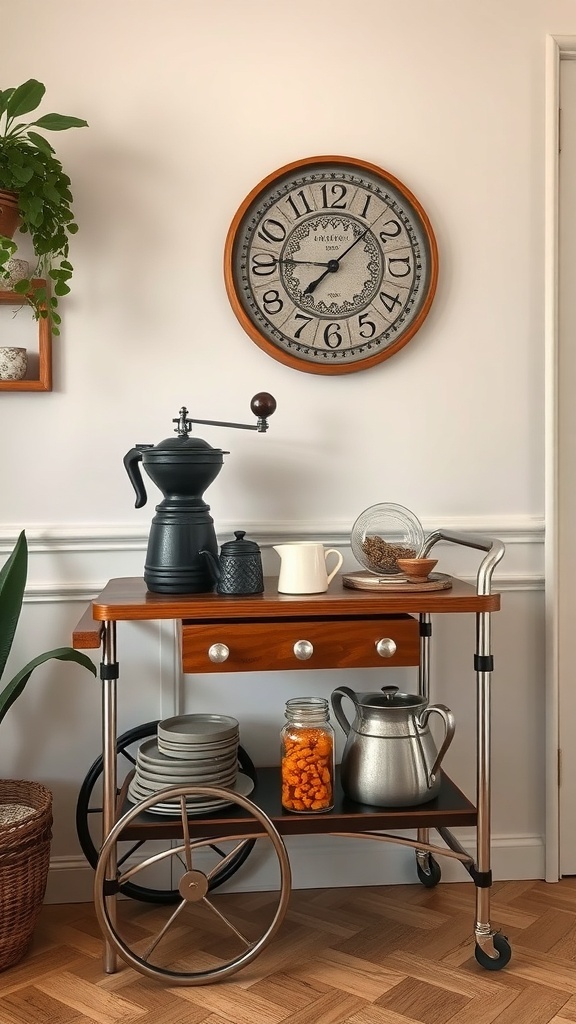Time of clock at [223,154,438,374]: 9:07
